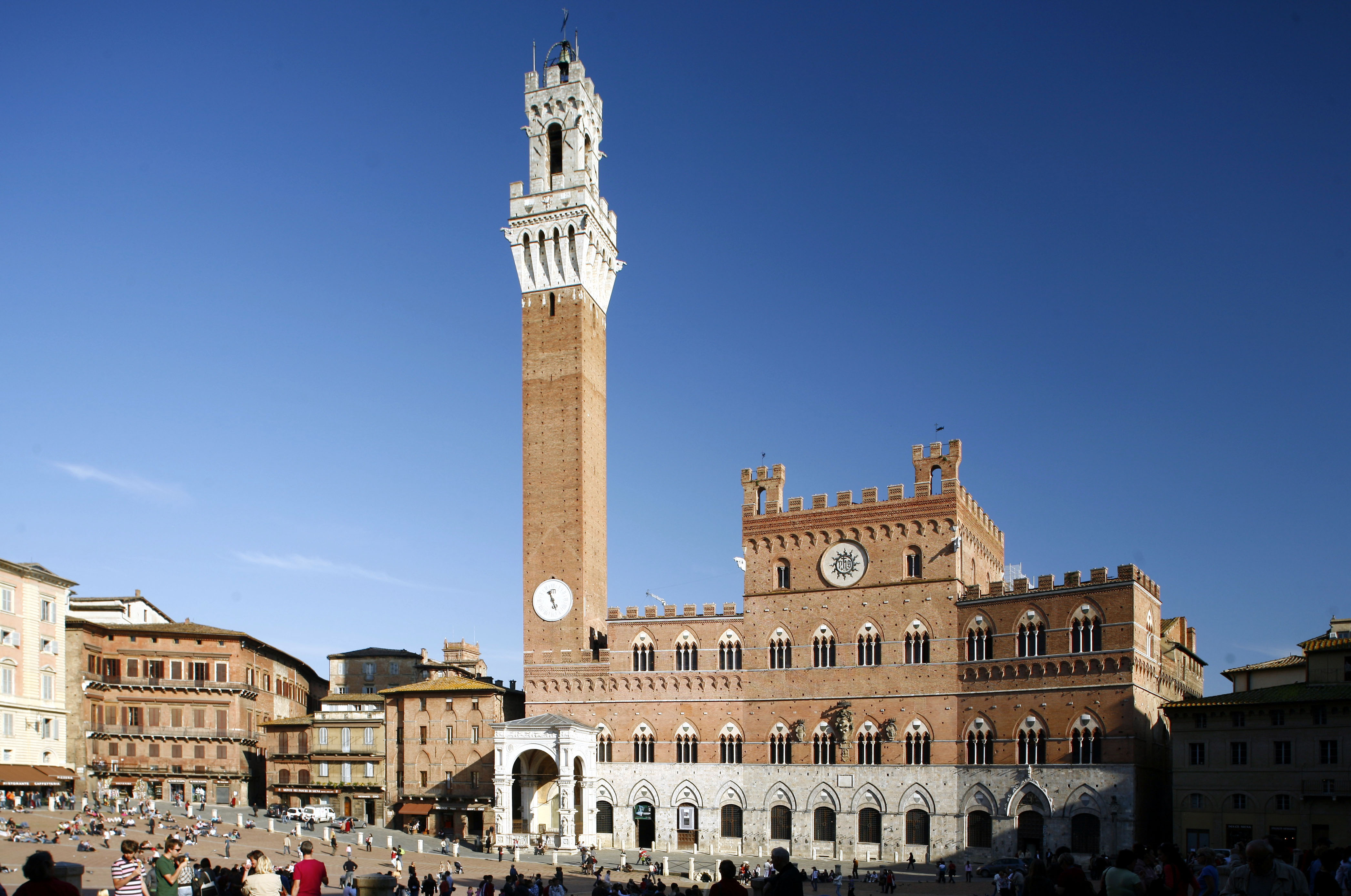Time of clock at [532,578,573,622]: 11:26
